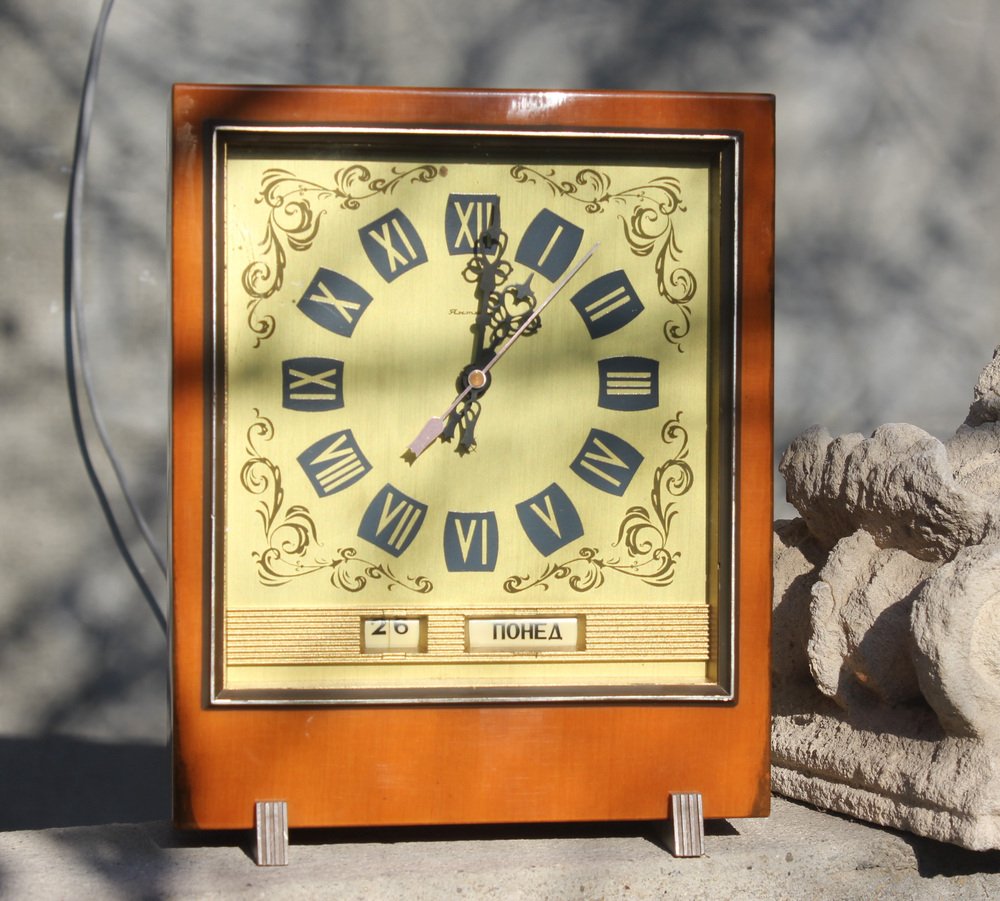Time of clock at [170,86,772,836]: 1:01
